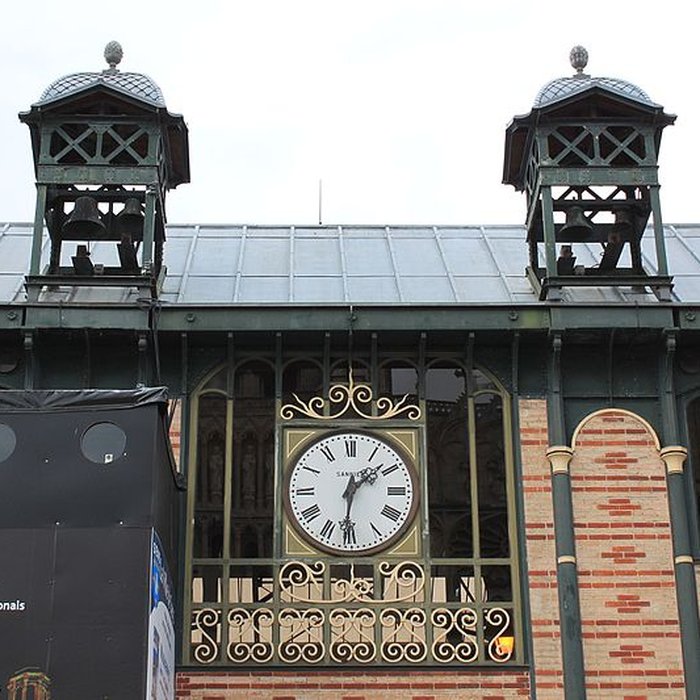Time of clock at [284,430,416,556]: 1:31
